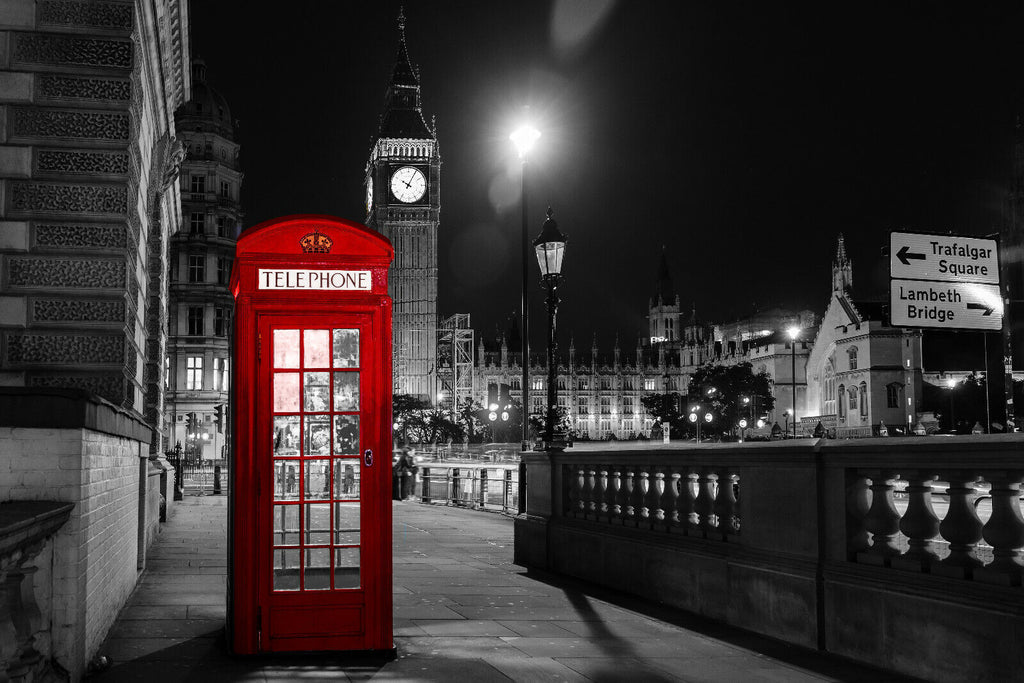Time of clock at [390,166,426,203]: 10:04
